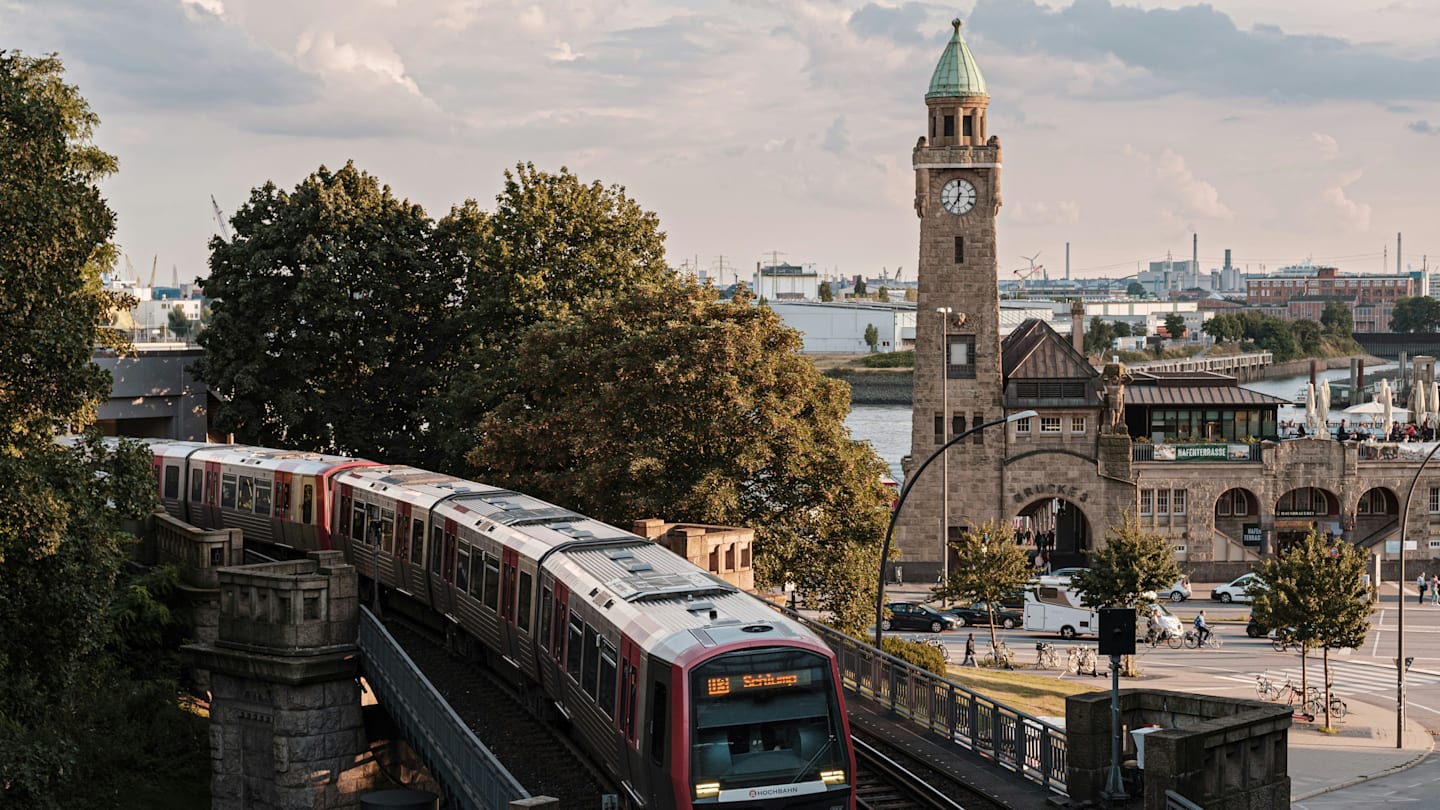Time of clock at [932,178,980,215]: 6:59
